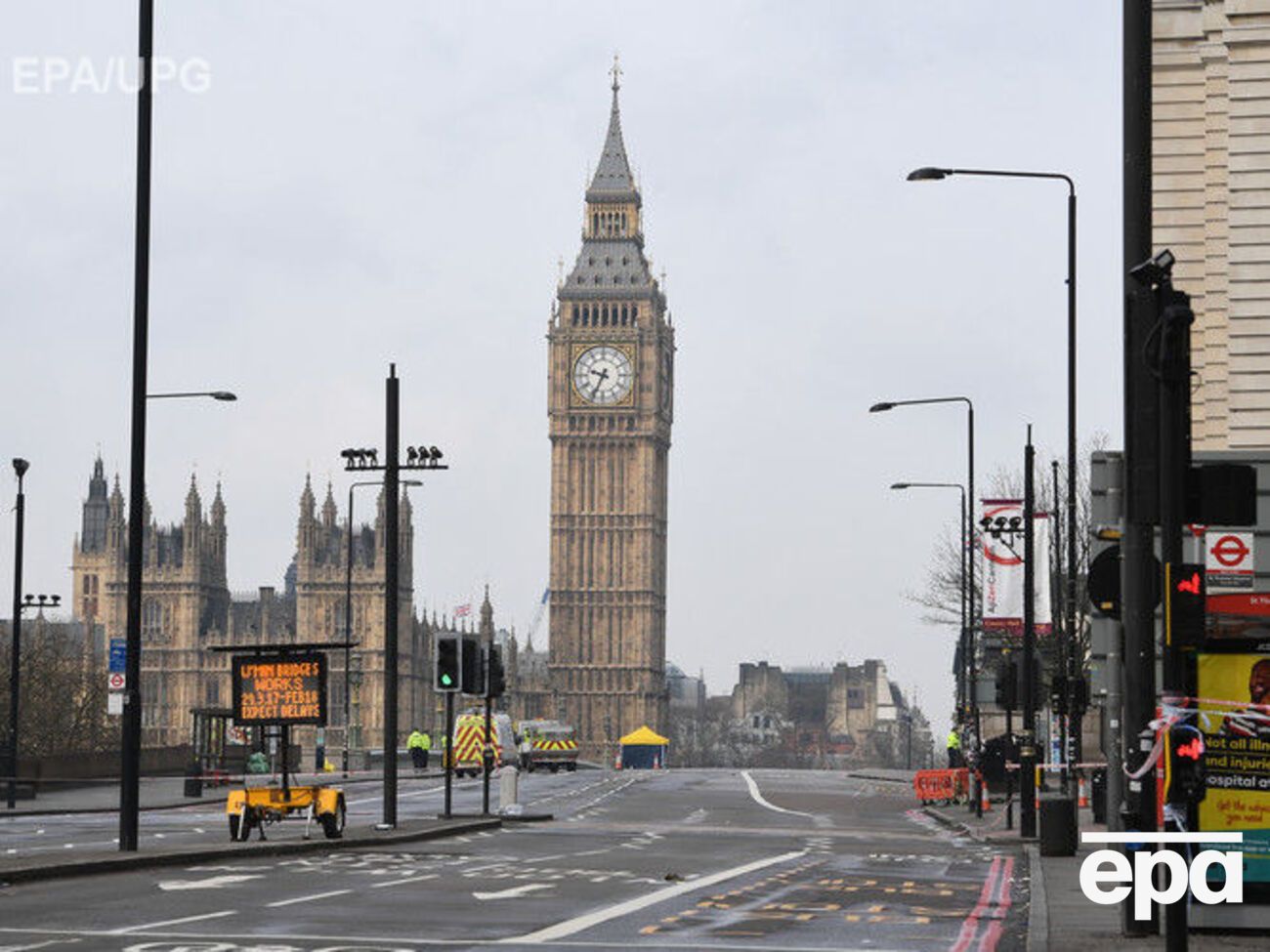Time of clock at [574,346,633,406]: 9:34
